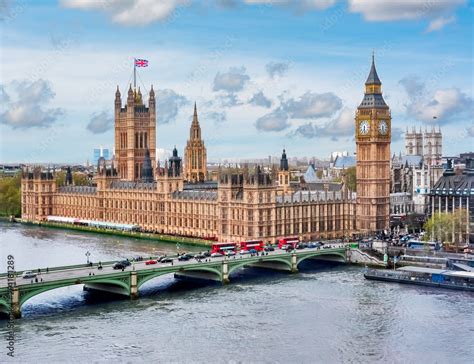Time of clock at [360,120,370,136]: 6:28
